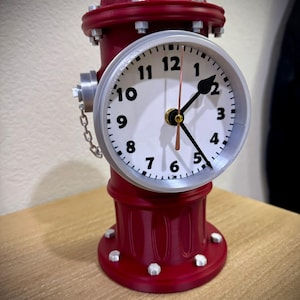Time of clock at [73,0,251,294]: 1:24
